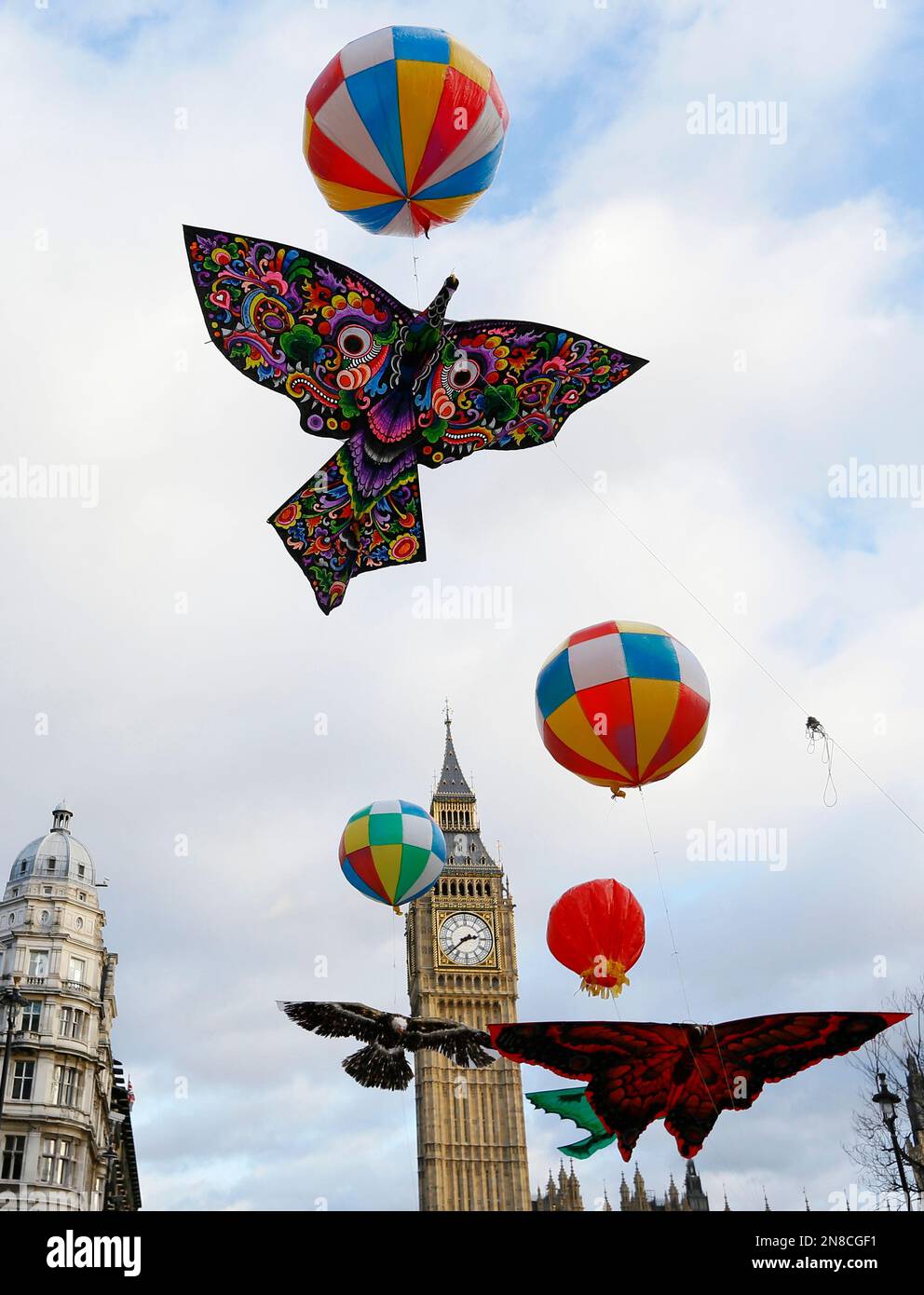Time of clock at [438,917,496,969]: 2:38
